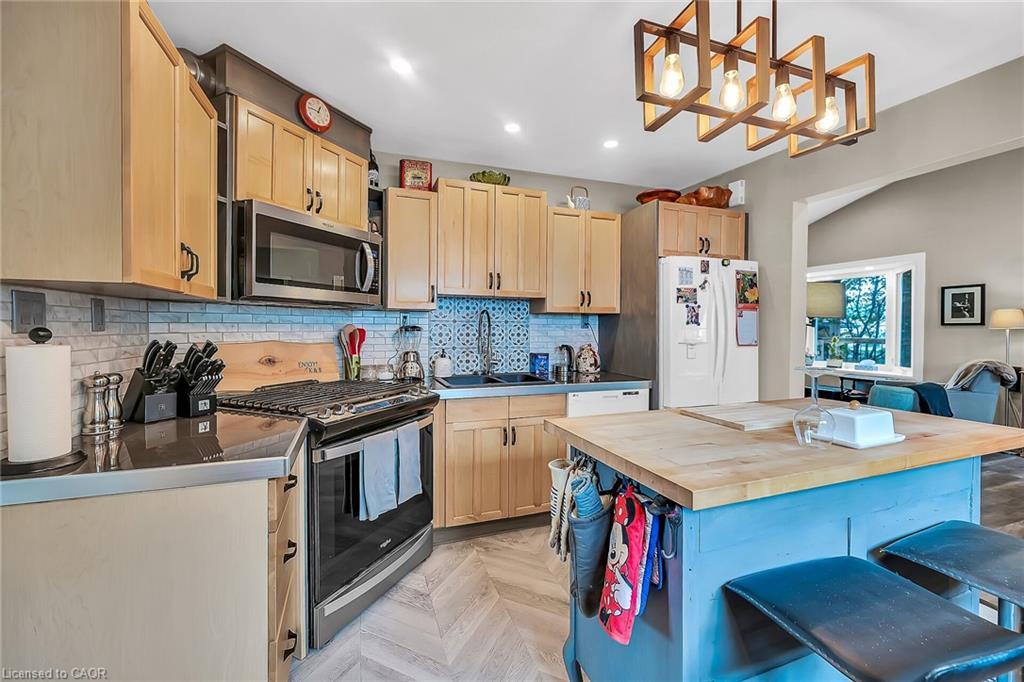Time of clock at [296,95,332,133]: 12:46
